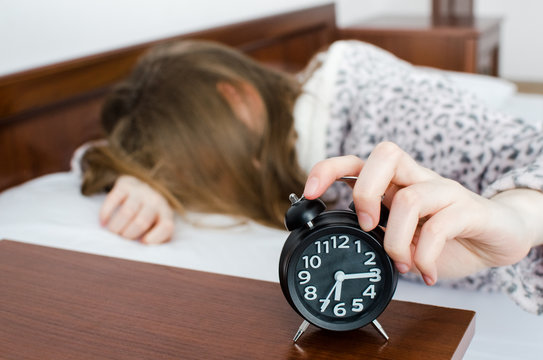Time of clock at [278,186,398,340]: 6:14
